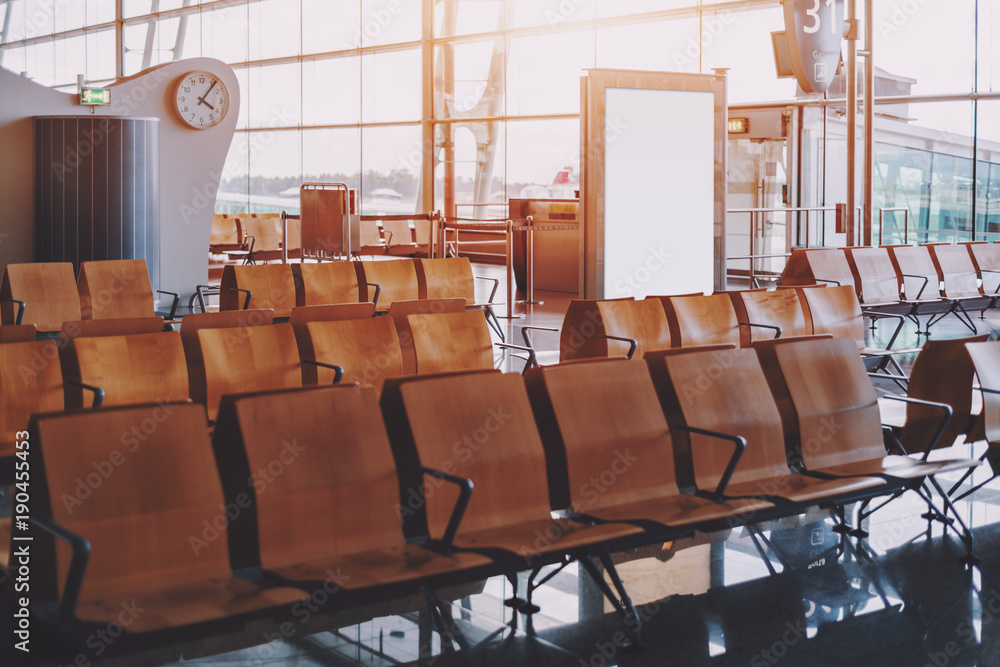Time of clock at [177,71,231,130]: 4:06
